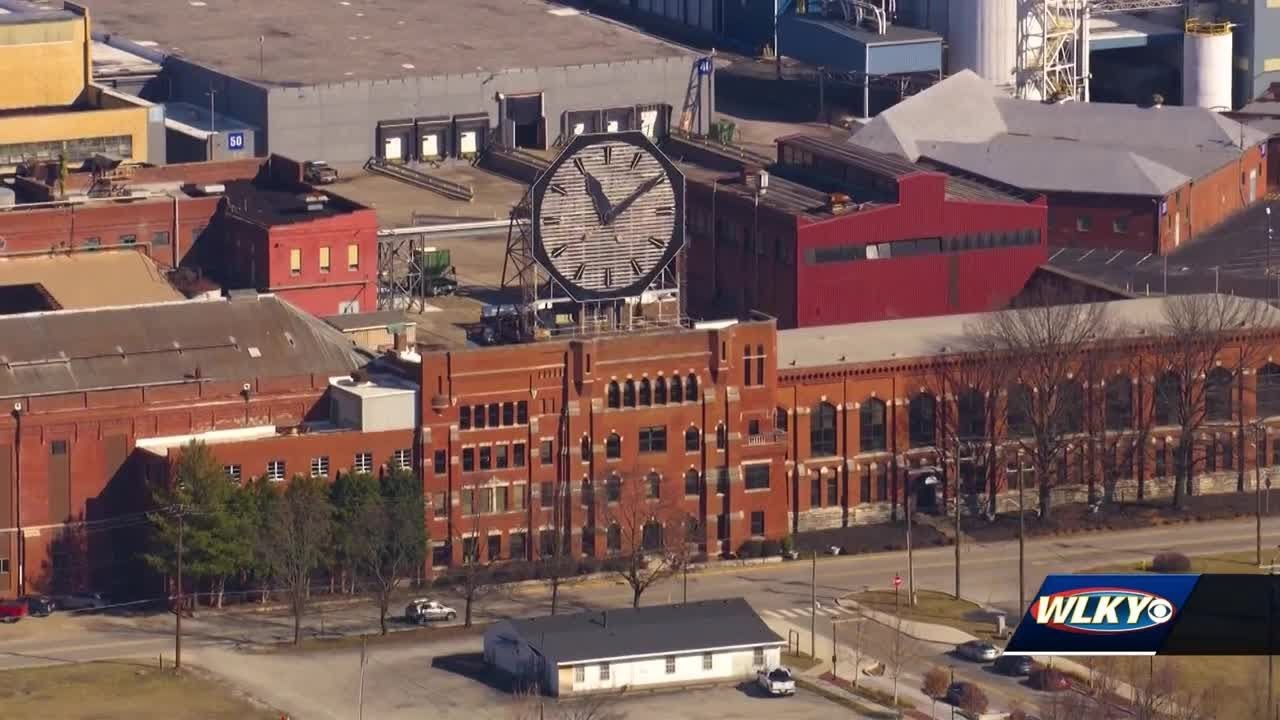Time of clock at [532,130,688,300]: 11:09
